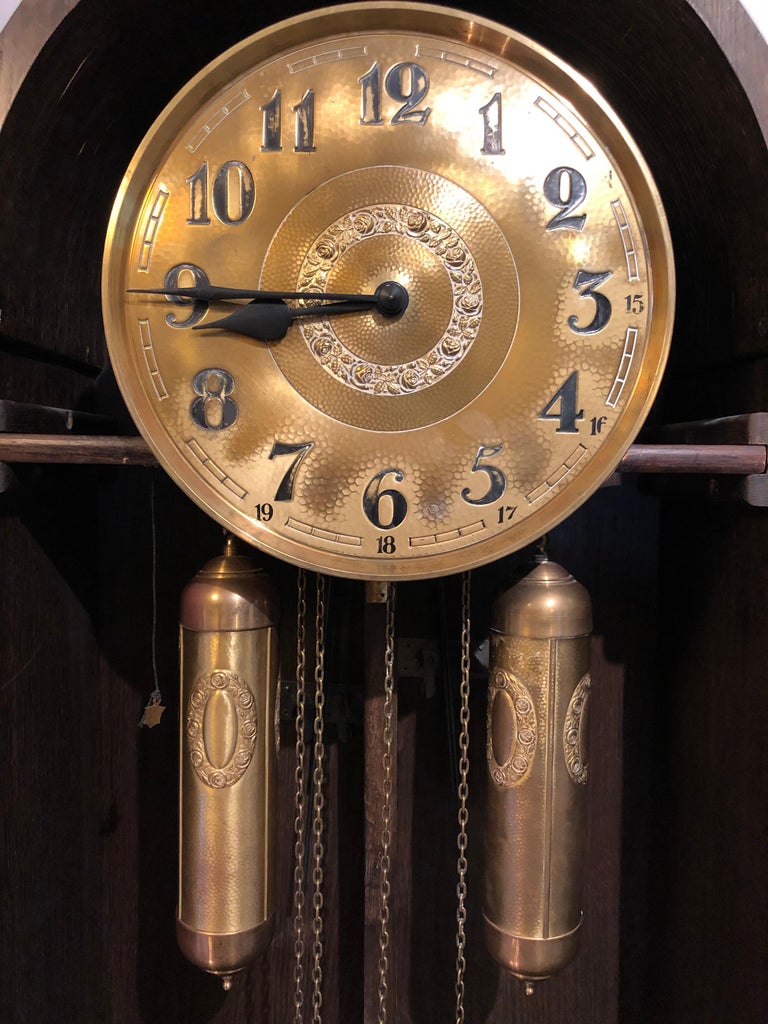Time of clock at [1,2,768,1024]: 8:45
